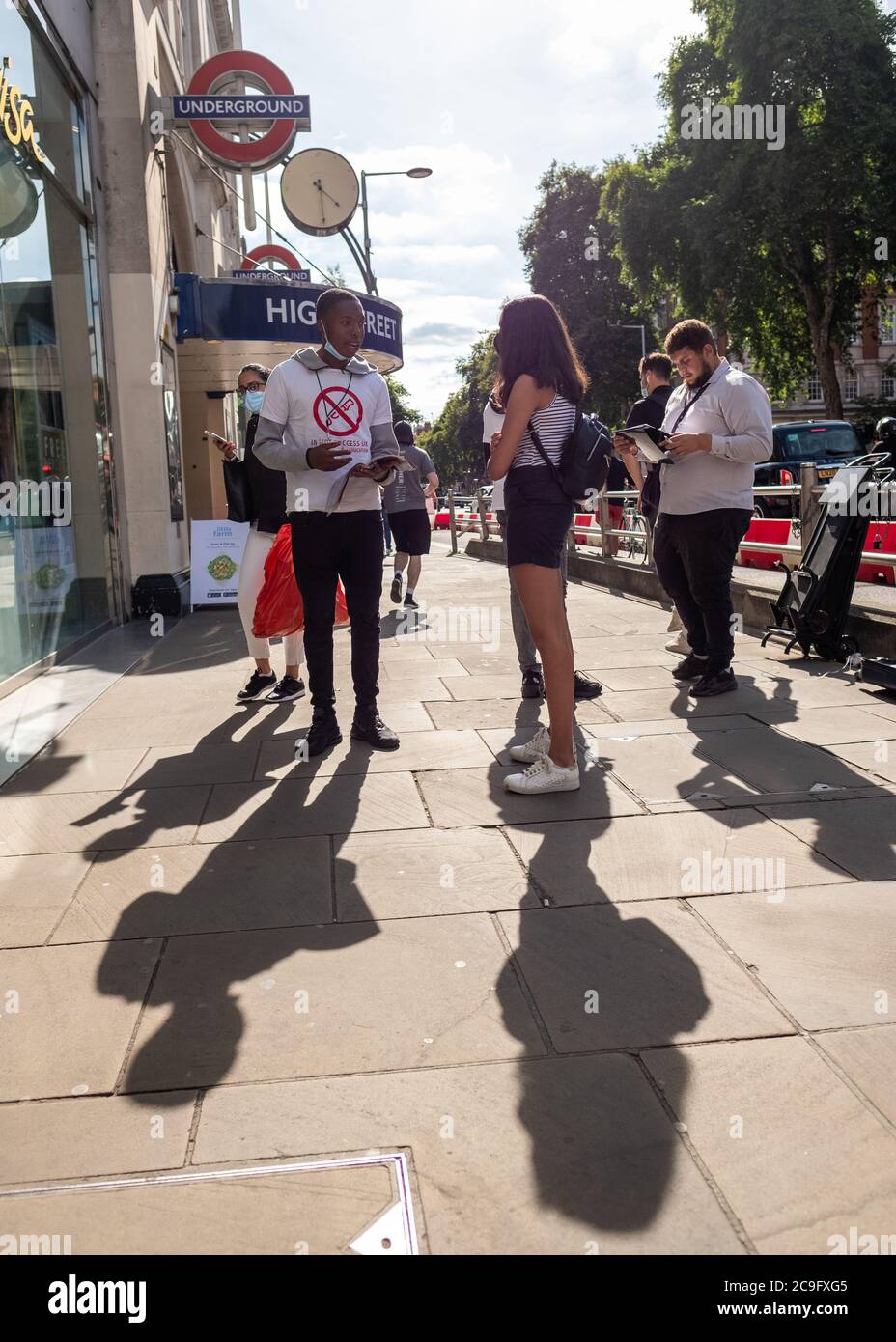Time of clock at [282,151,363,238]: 4:29
